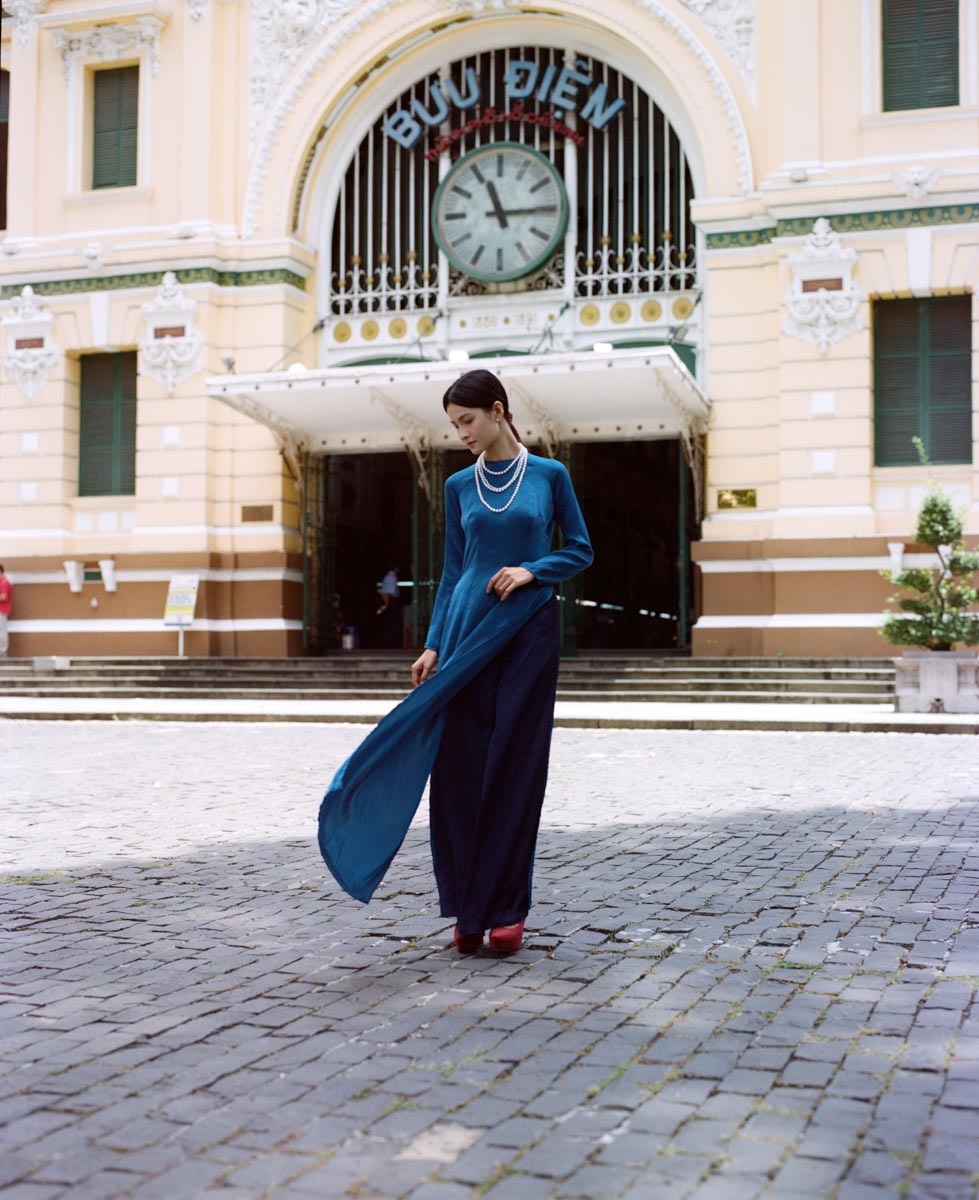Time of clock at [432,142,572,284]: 11:14
